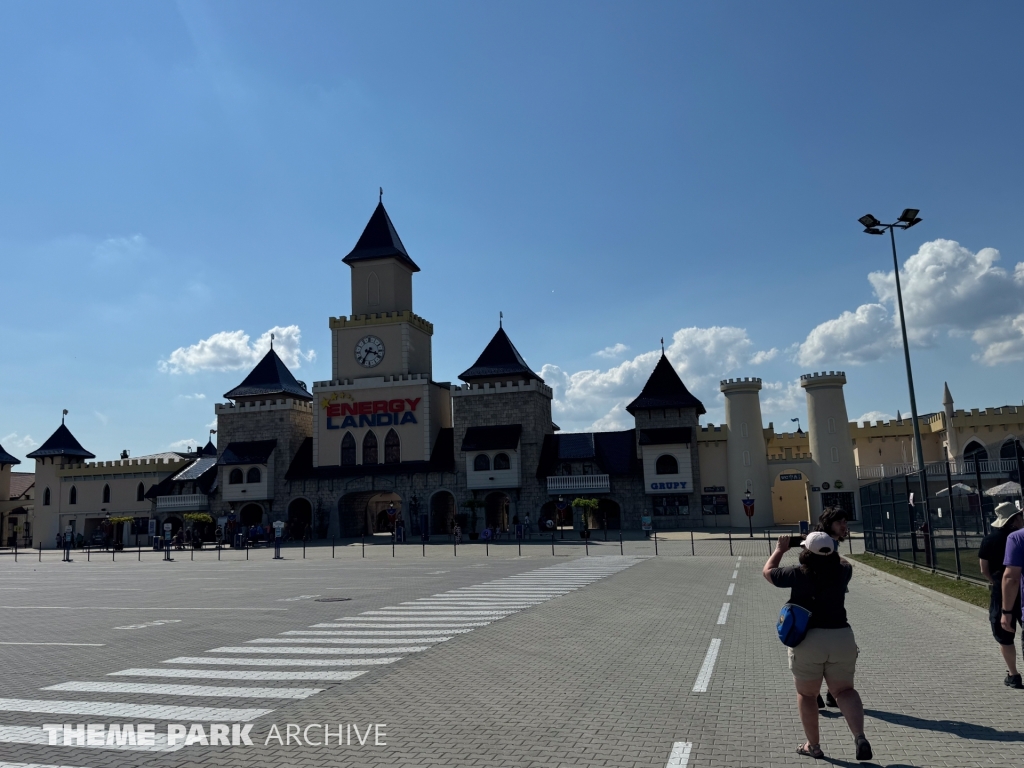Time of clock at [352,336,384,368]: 3:35
